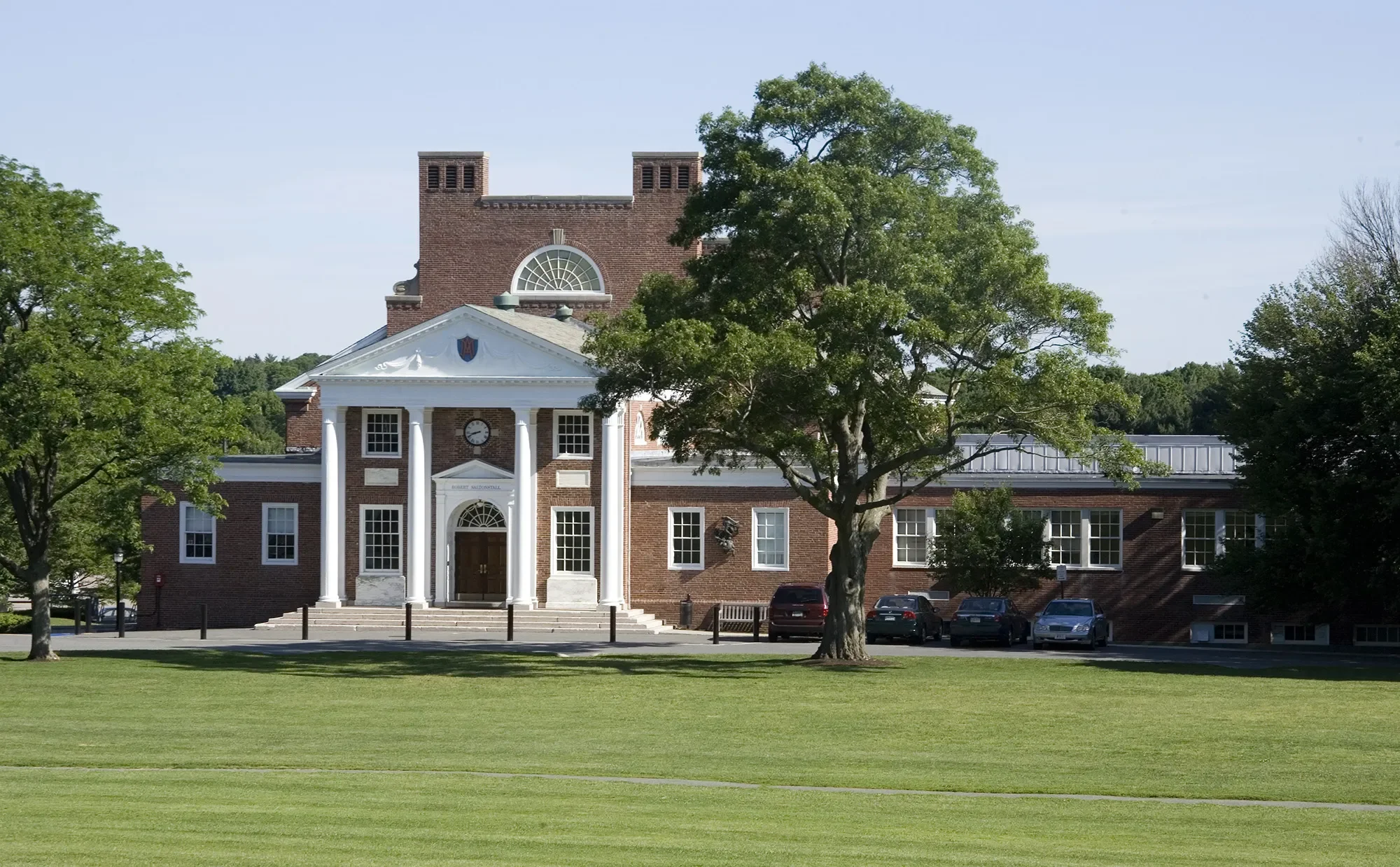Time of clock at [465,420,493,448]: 8:41
